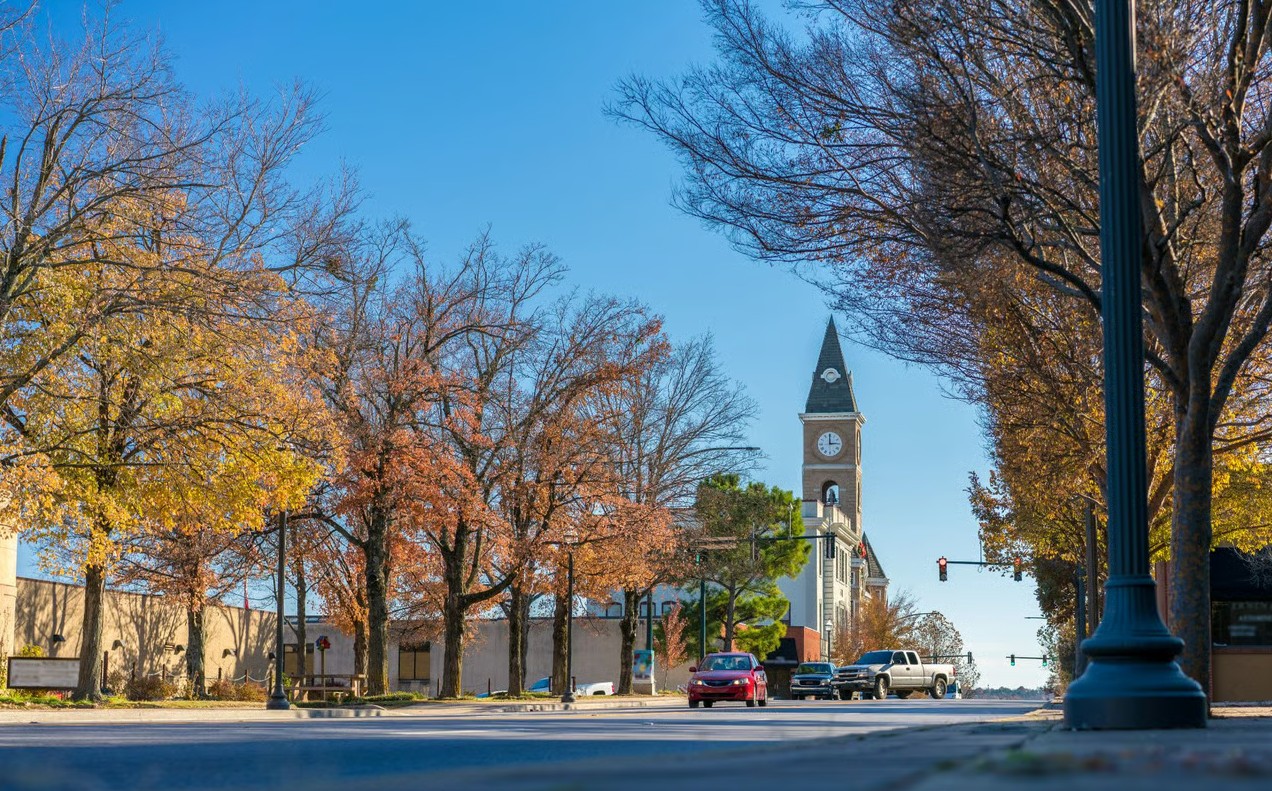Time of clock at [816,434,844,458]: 2:59
